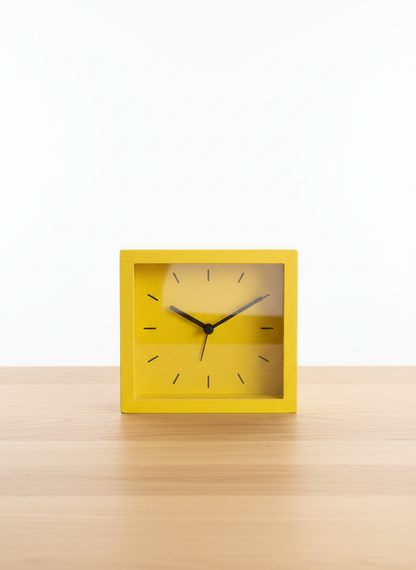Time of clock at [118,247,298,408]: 10:09
